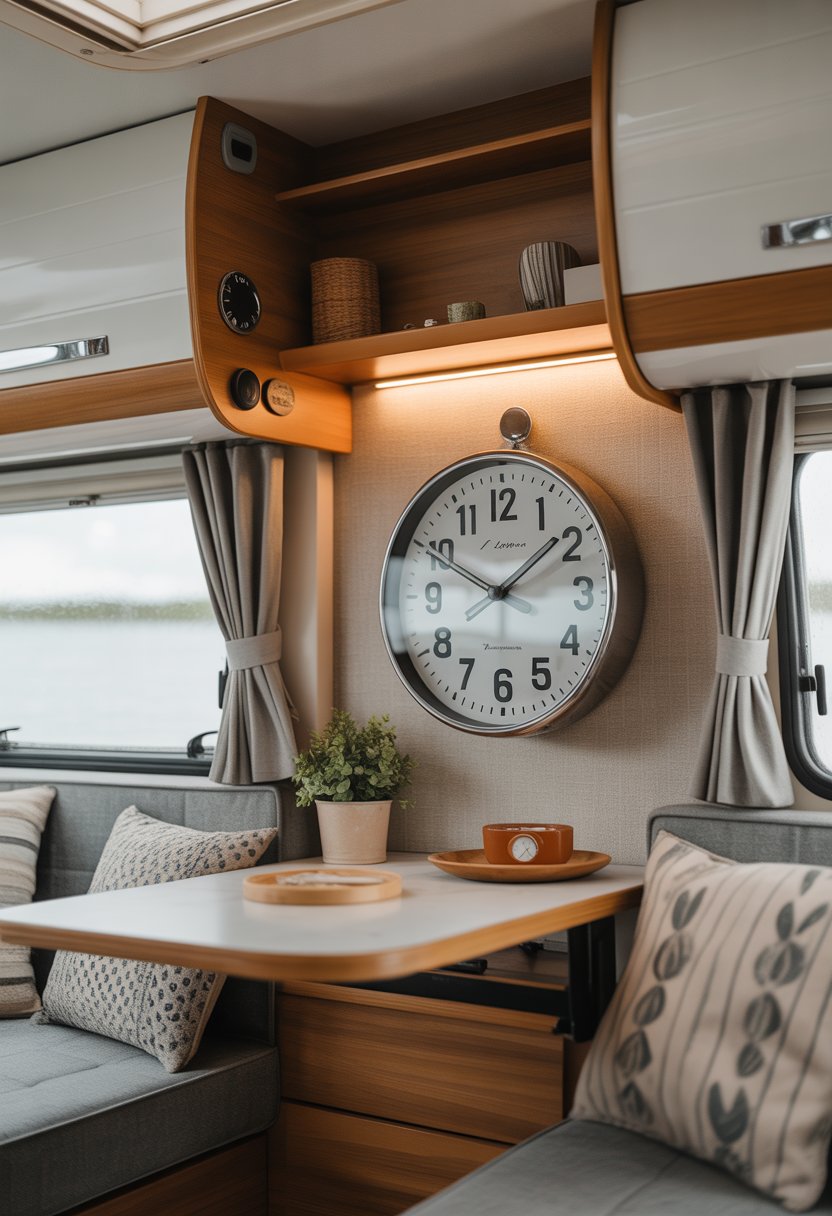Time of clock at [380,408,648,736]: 1:49
